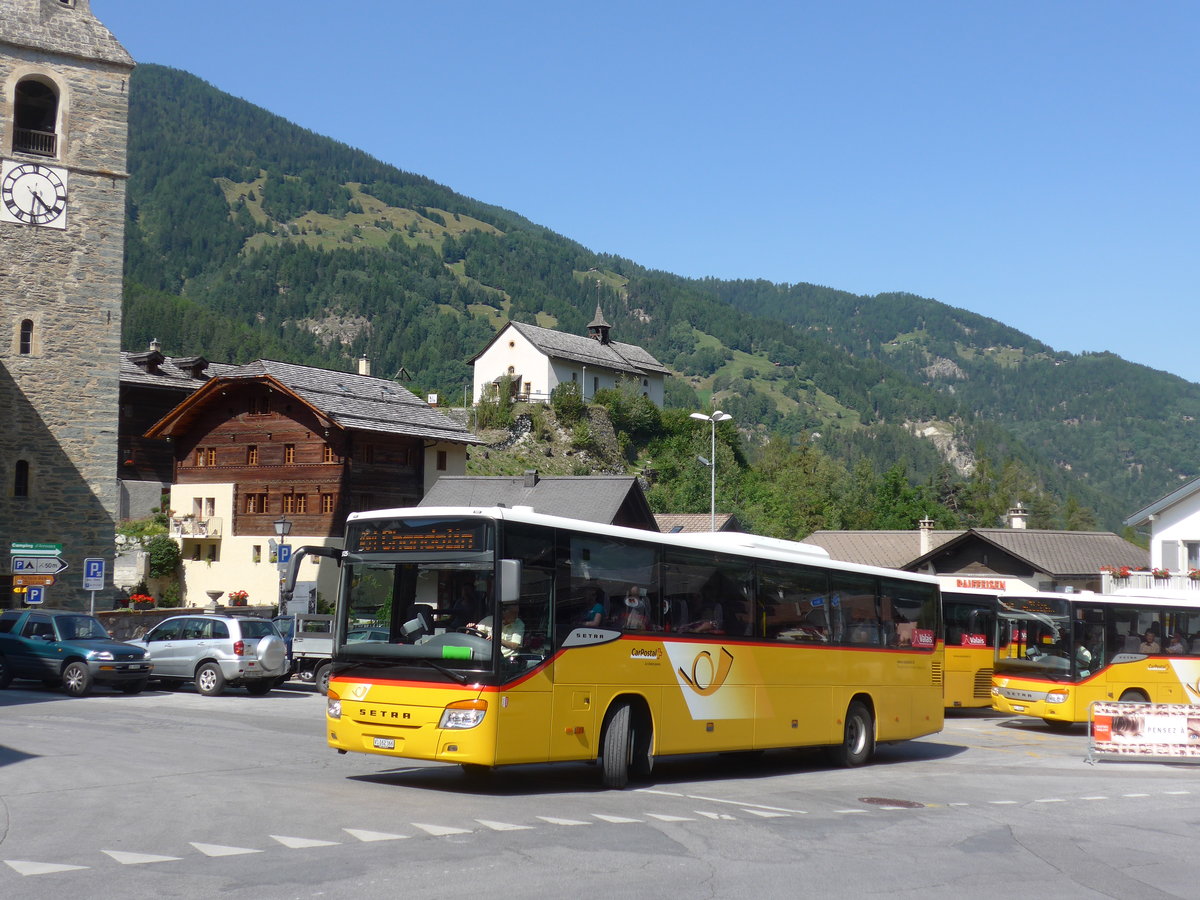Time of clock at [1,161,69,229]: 4:31
